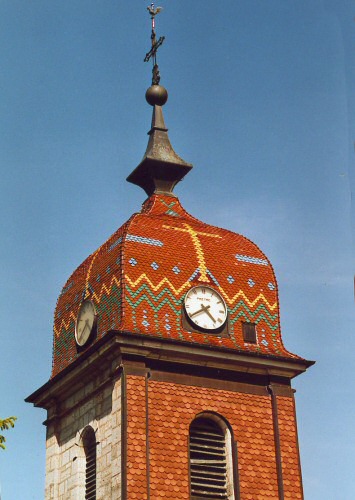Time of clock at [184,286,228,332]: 4:39
